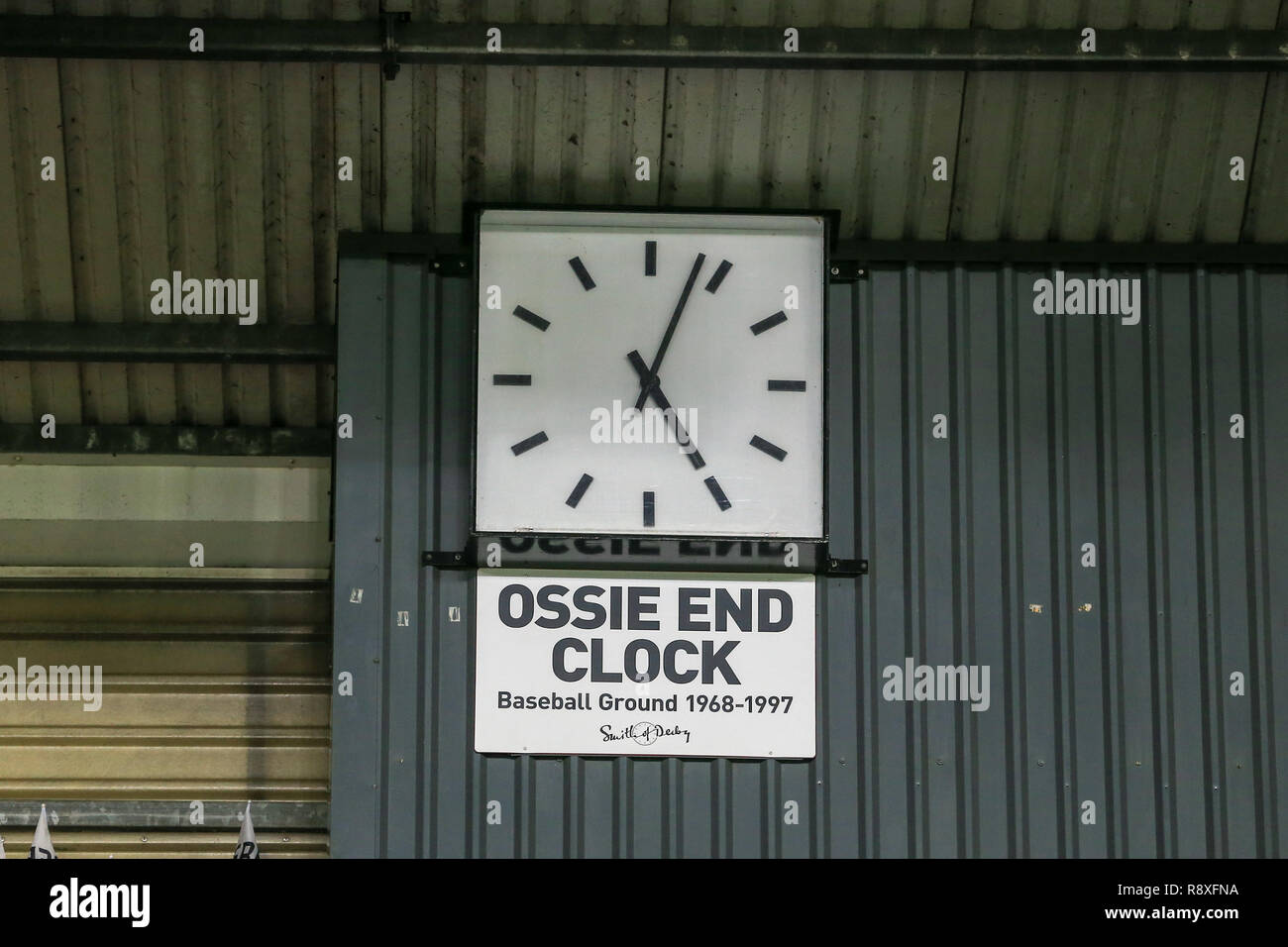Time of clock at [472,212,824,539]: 5:03
